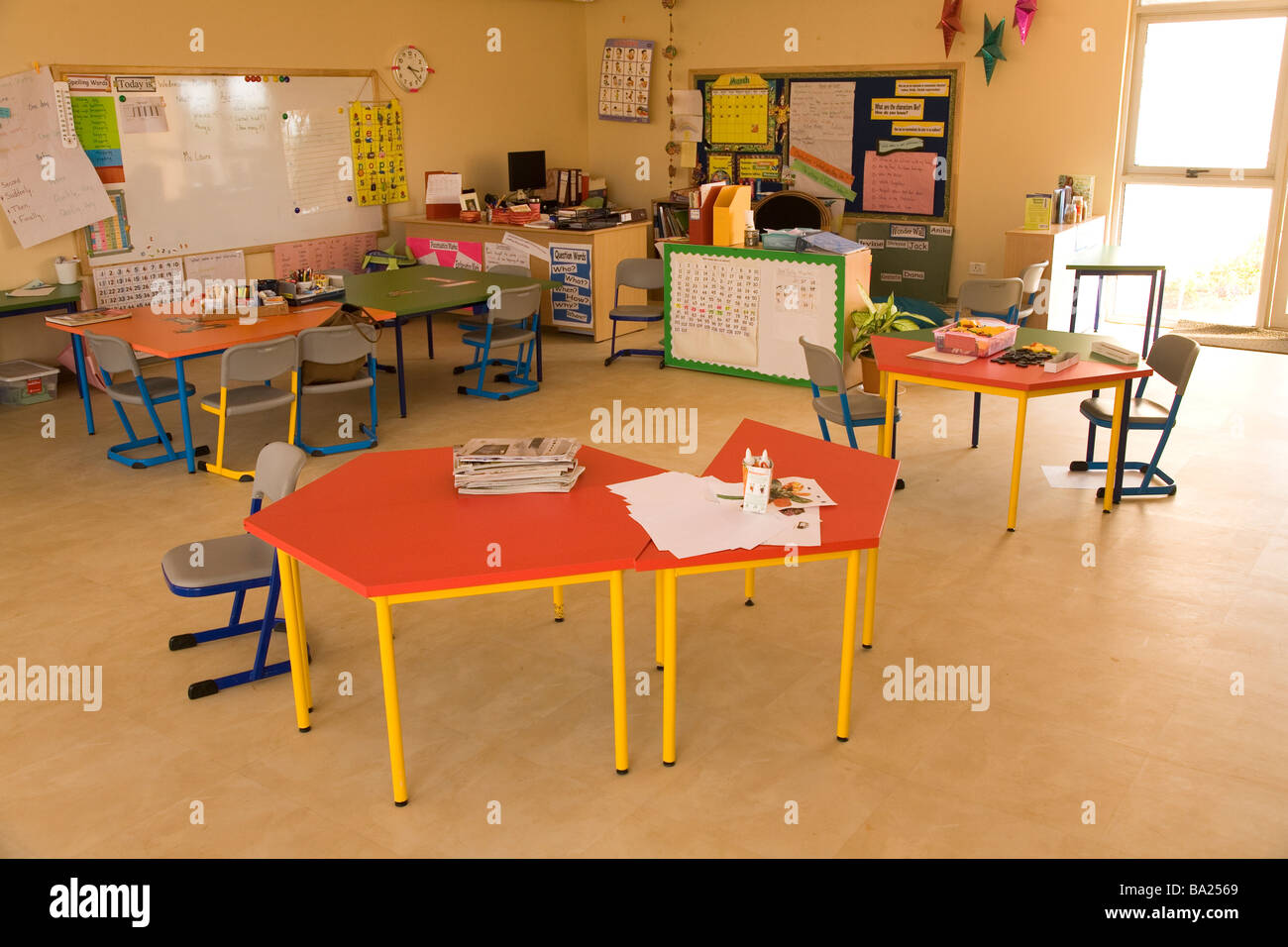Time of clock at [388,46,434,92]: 3:22
